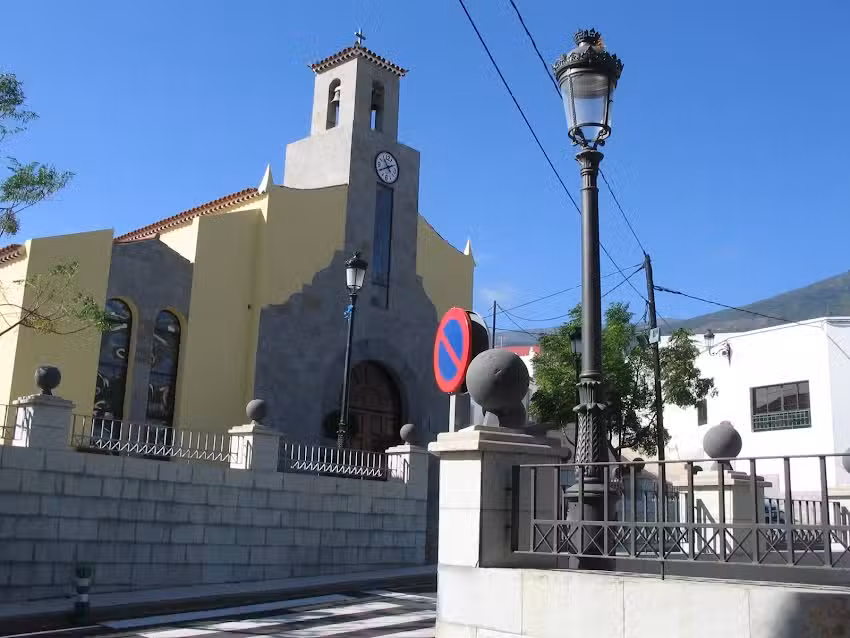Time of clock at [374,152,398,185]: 10:40
